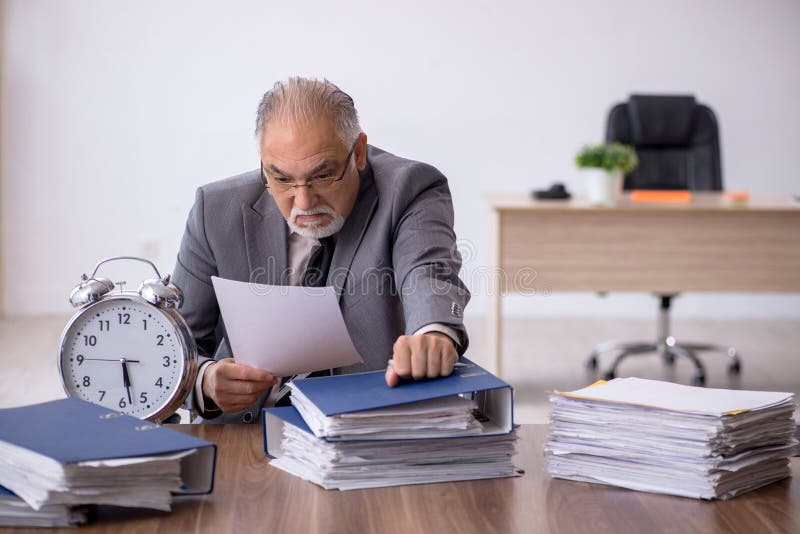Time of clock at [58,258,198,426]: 5:28
